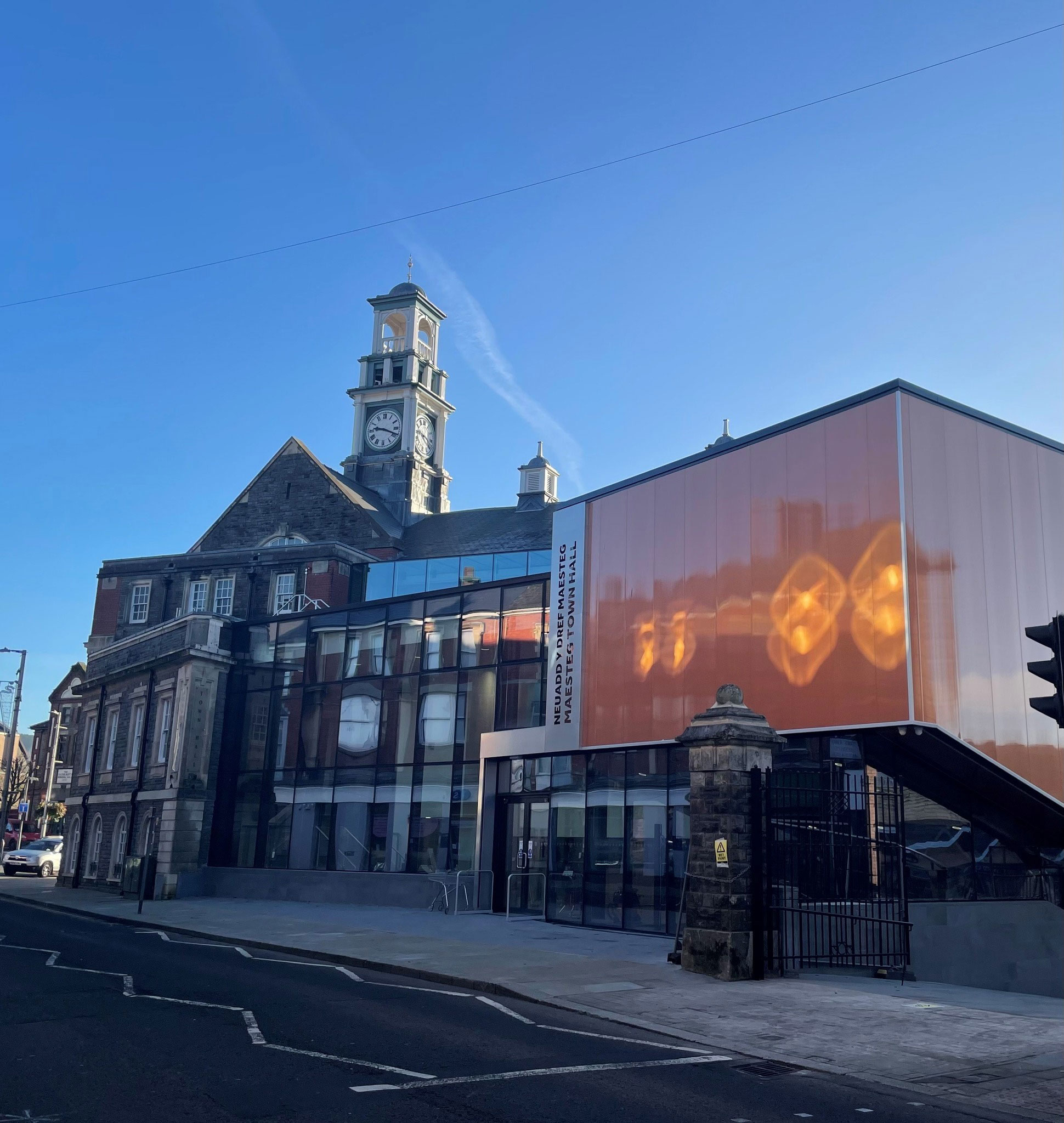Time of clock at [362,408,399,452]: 9:18
